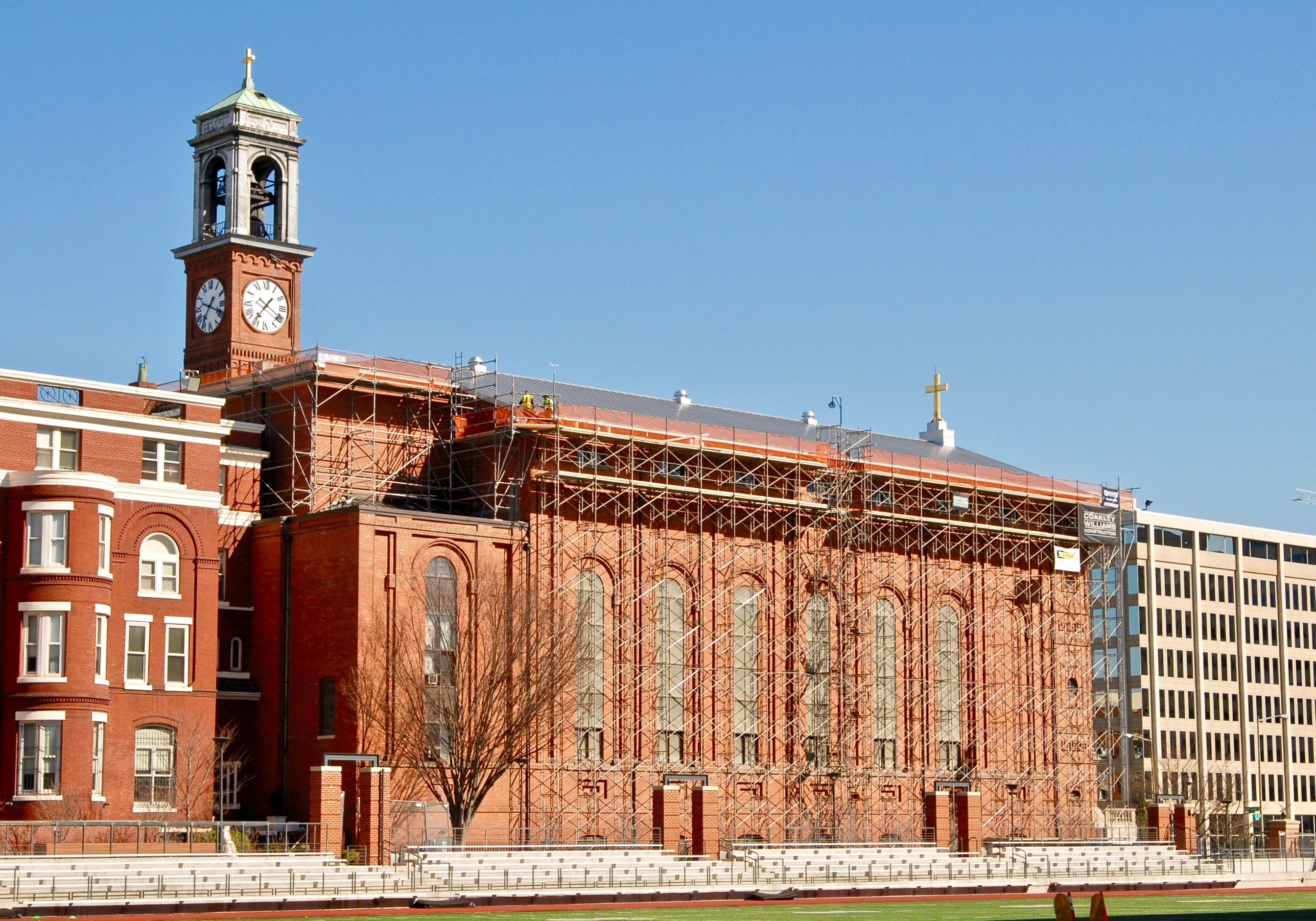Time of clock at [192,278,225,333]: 7:18
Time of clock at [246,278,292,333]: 1:36
